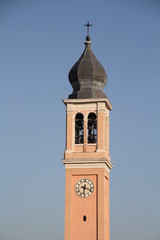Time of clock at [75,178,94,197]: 6:18
